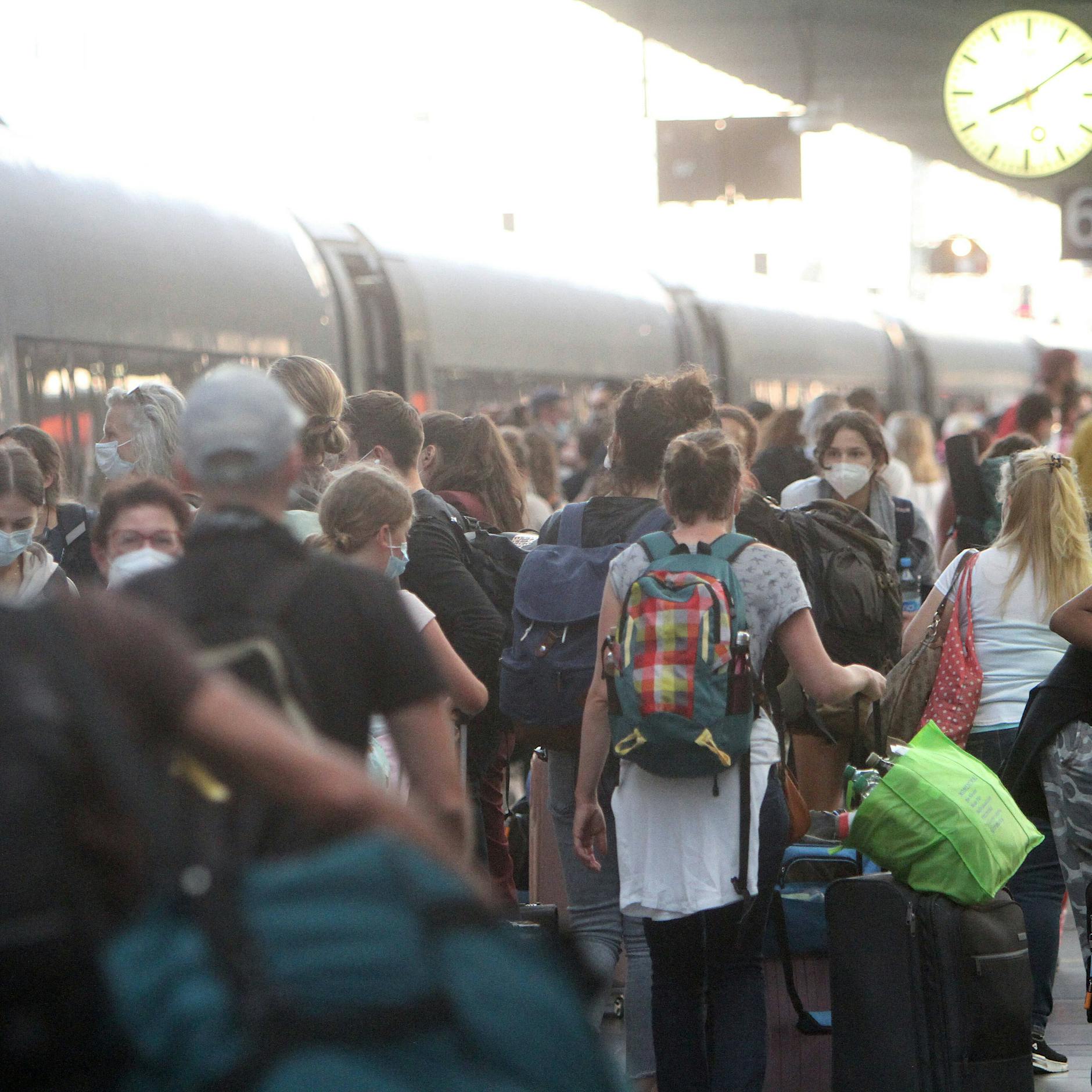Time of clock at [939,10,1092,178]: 8:09
